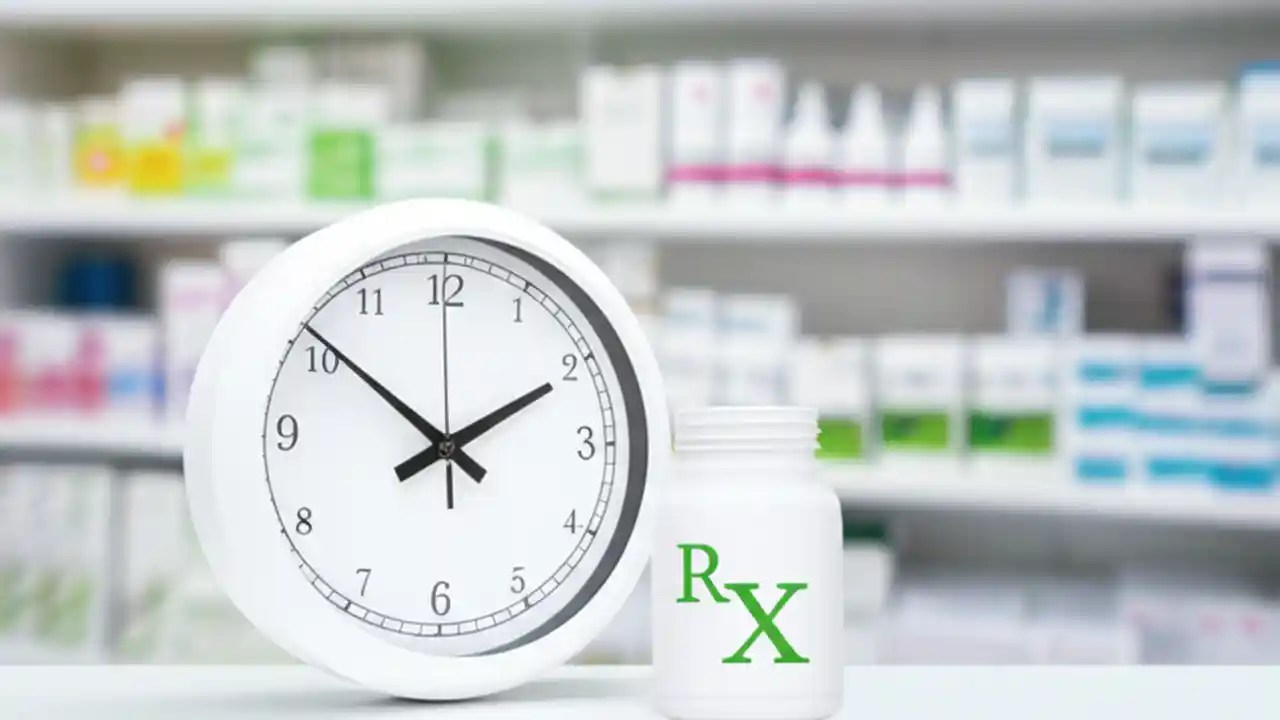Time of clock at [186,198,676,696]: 1:51
